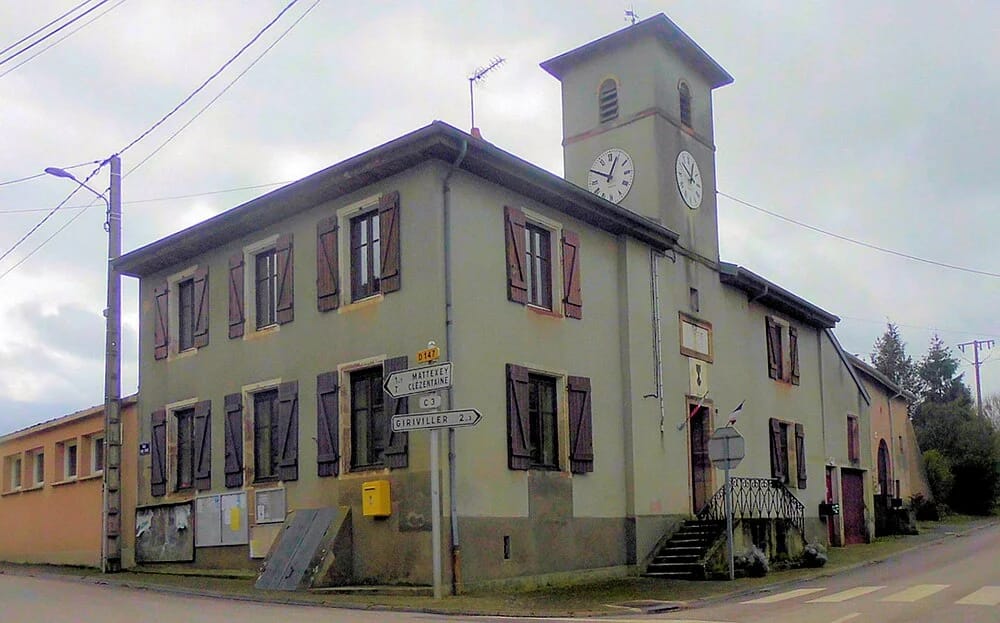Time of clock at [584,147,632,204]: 12:49
